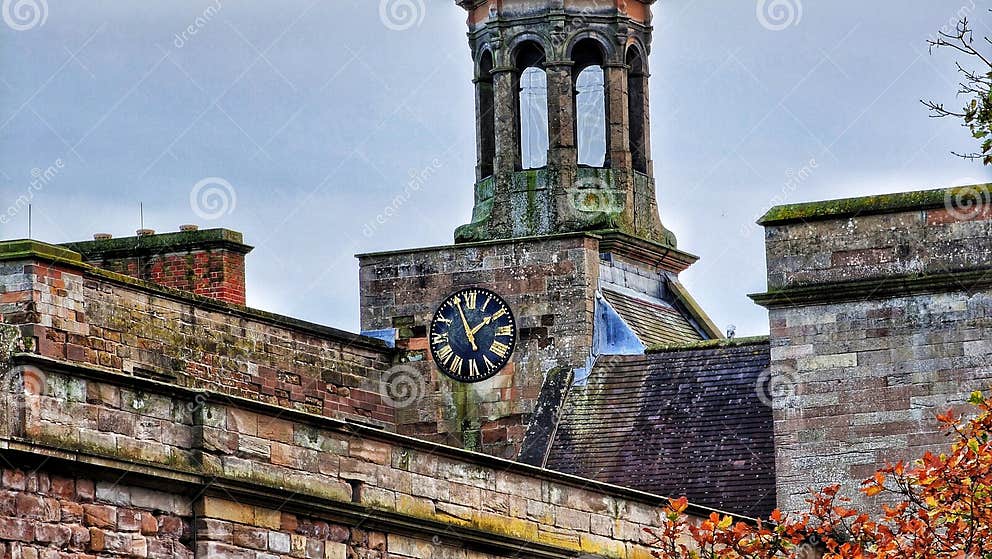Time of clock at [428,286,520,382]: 1:56
